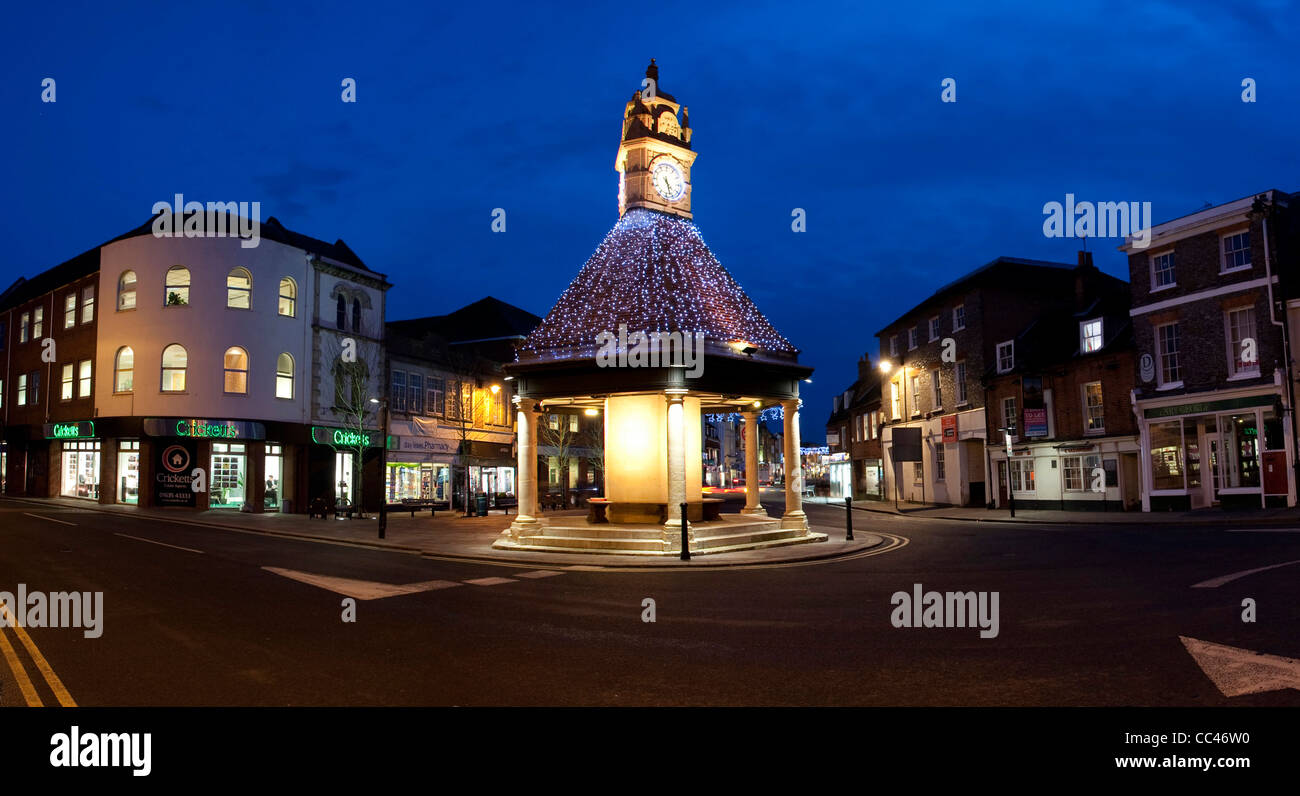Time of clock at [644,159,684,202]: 4:26
